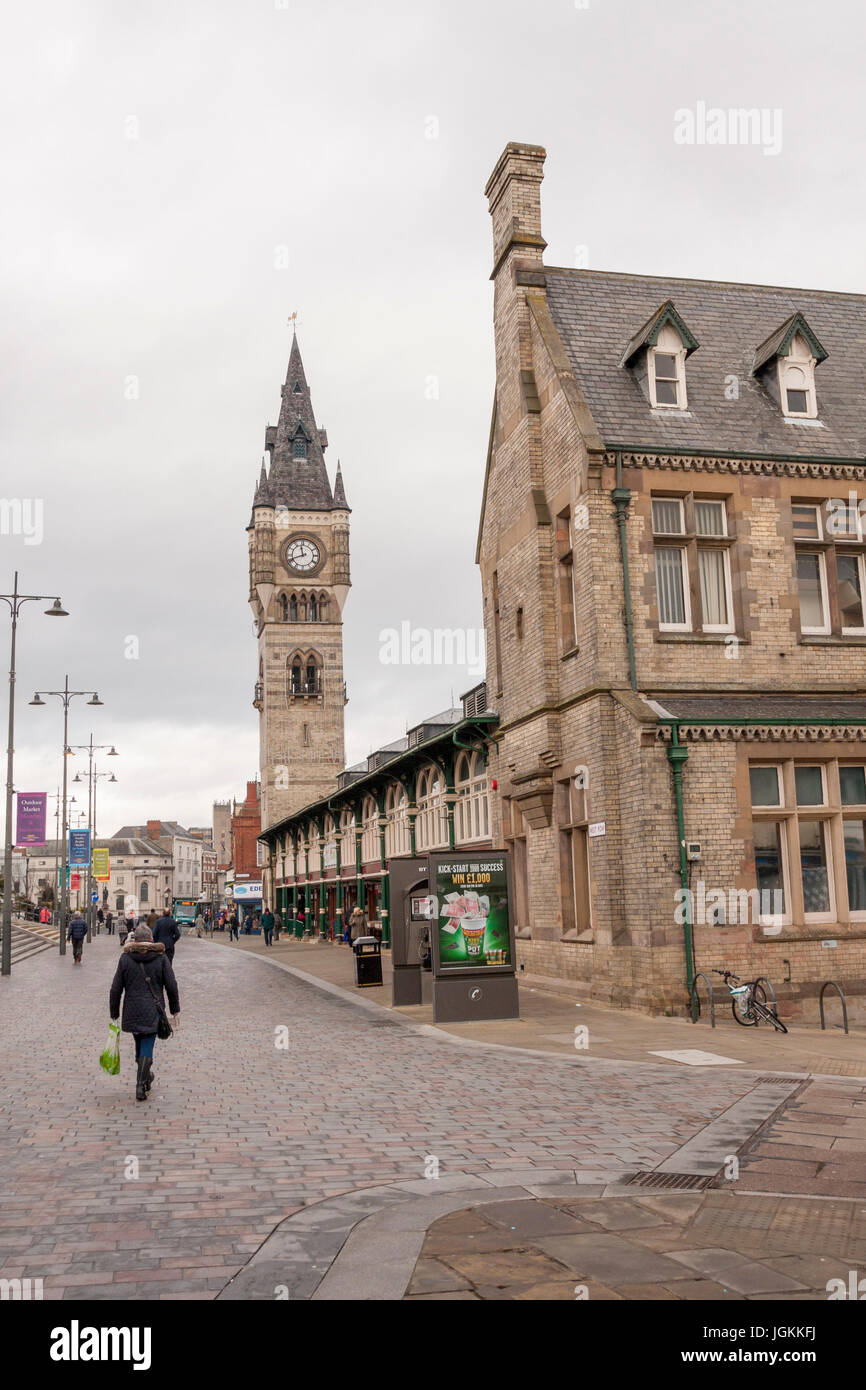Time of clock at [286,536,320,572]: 11:41
